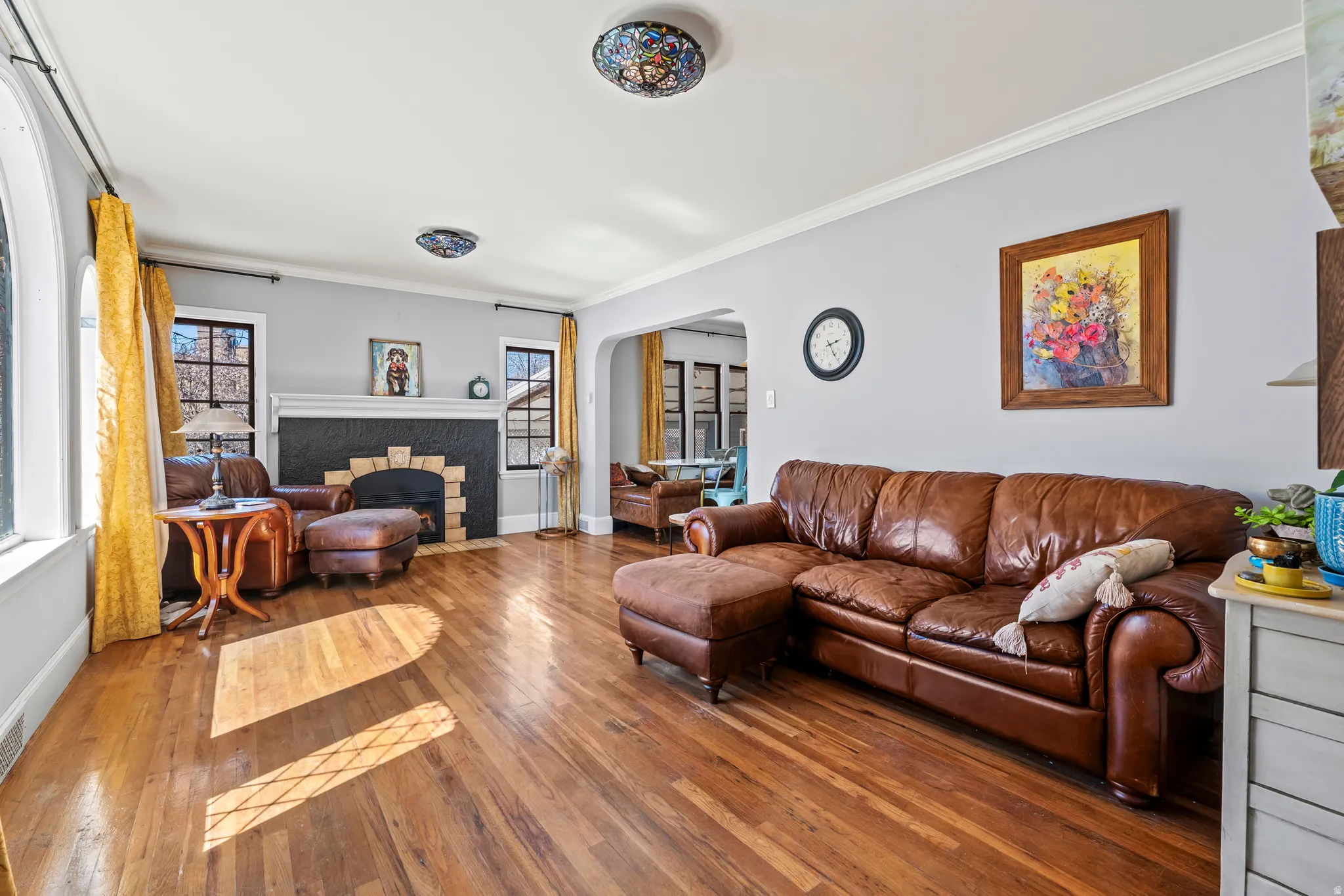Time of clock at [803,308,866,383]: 2:25
